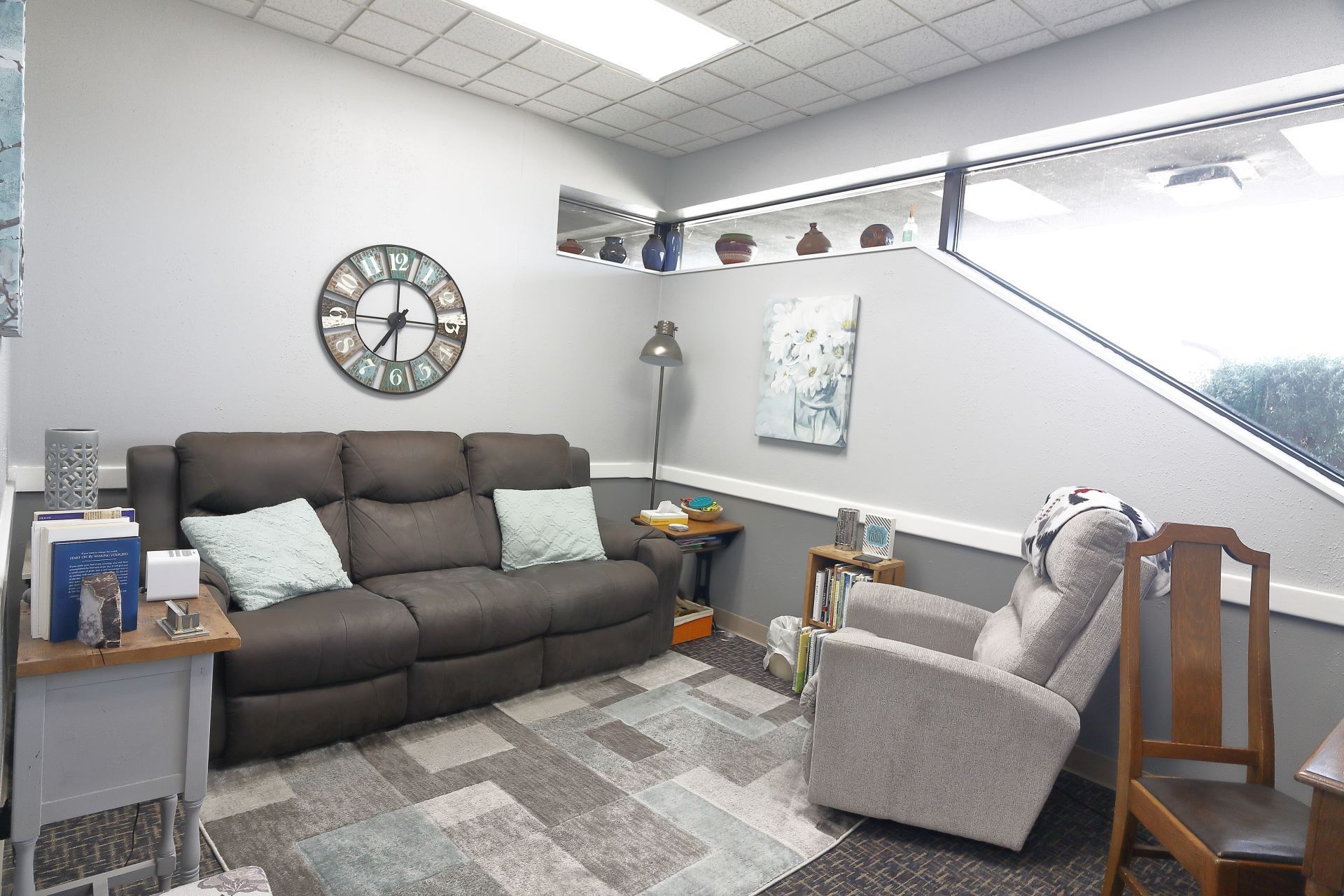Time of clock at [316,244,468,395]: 7:15
